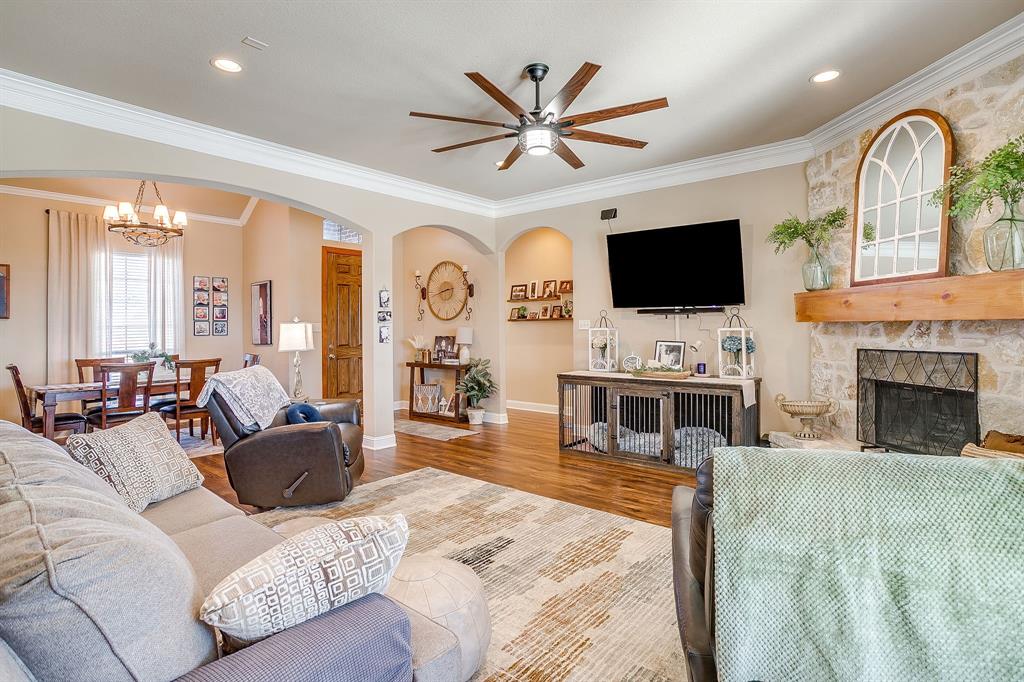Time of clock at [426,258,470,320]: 8:43
